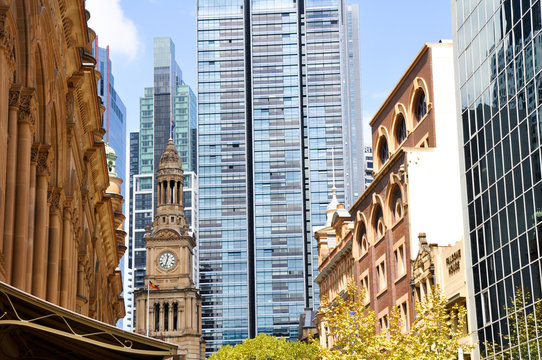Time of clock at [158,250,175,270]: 12:32
